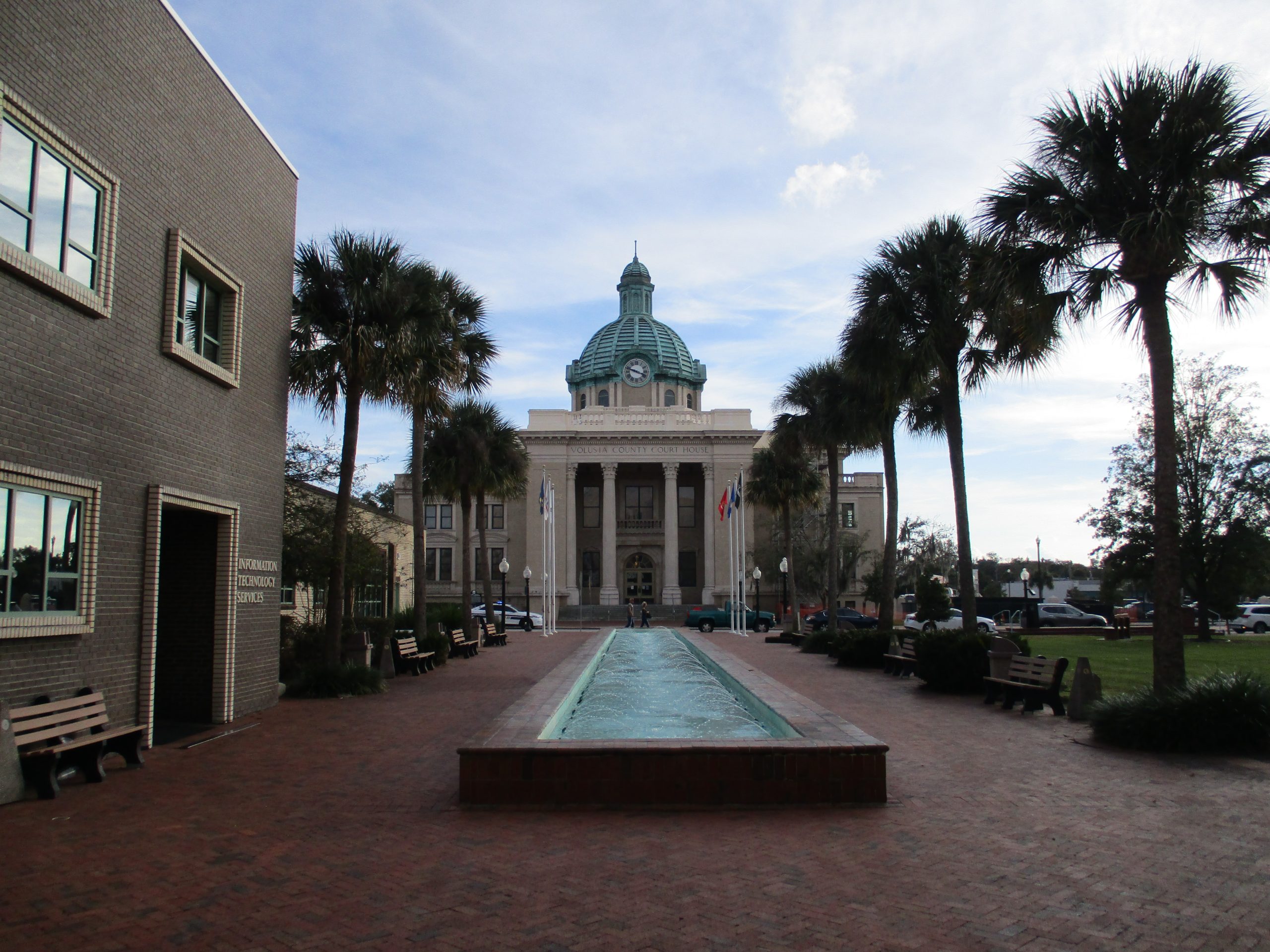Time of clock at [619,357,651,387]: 3:47
